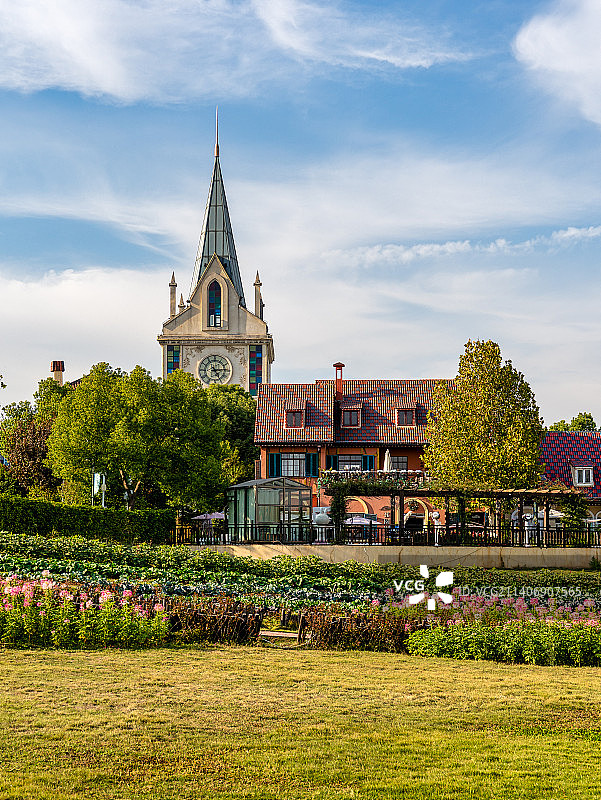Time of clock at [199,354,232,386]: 5:14
